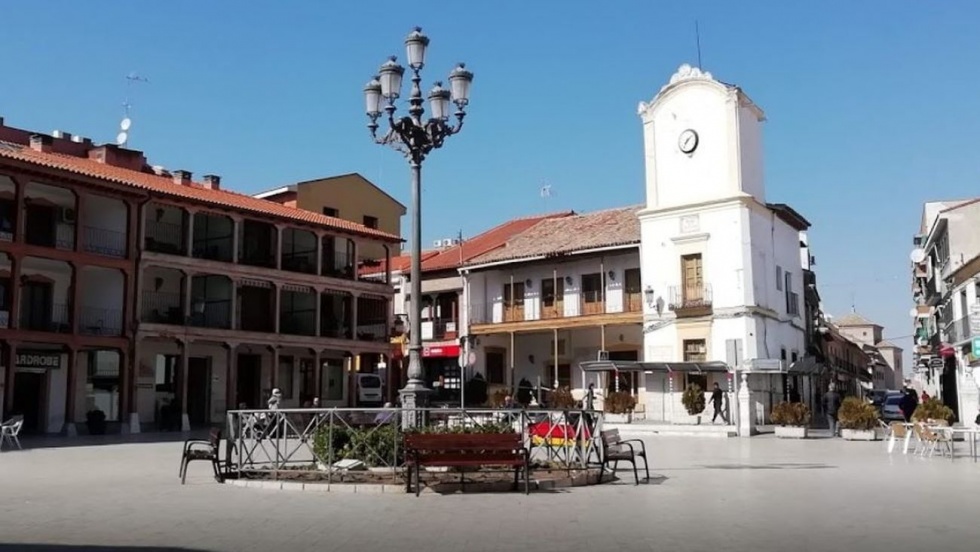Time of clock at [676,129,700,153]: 7:07
